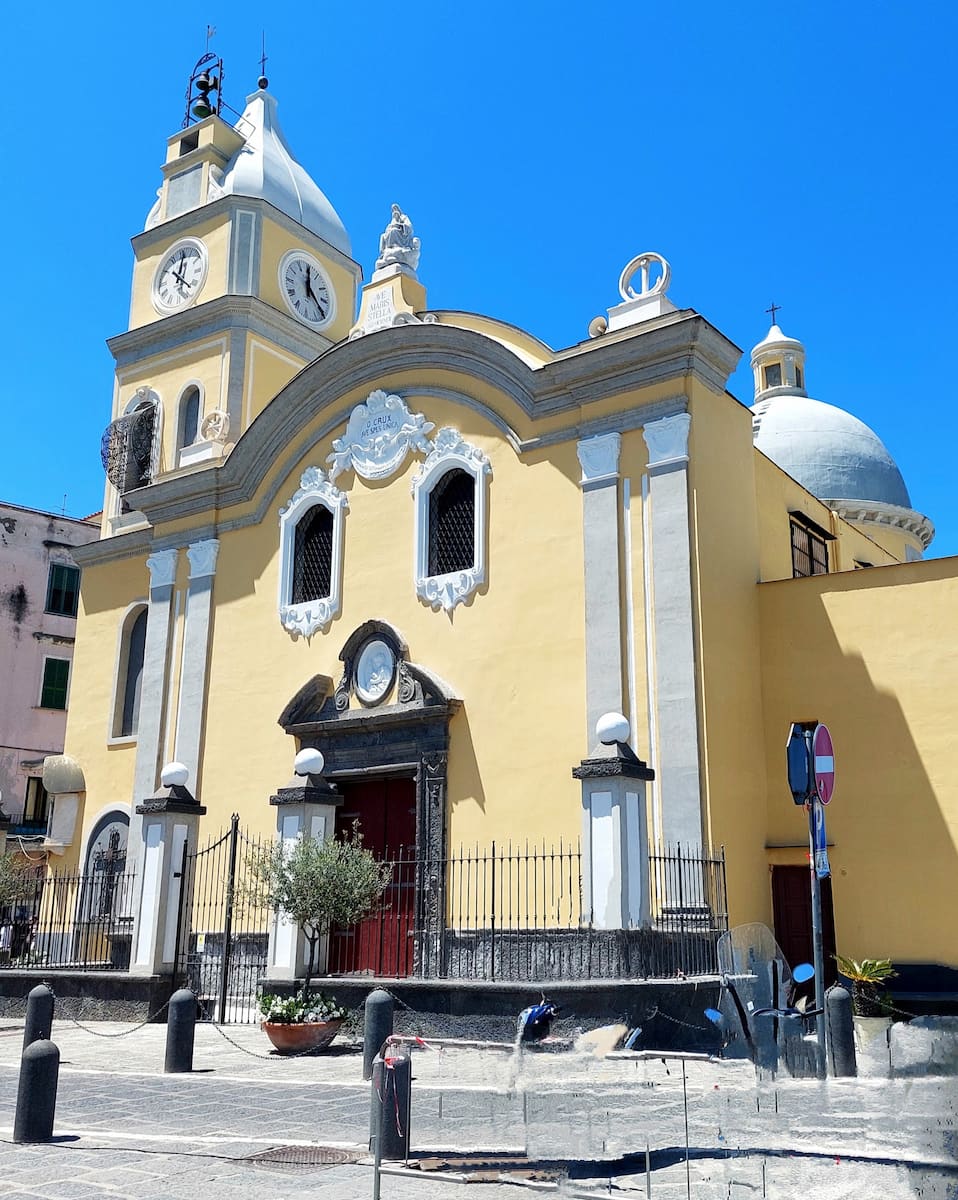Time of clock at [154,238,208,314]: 12:22
